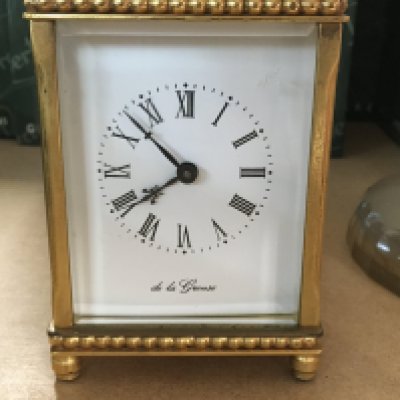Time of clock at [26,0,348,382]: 7:52
